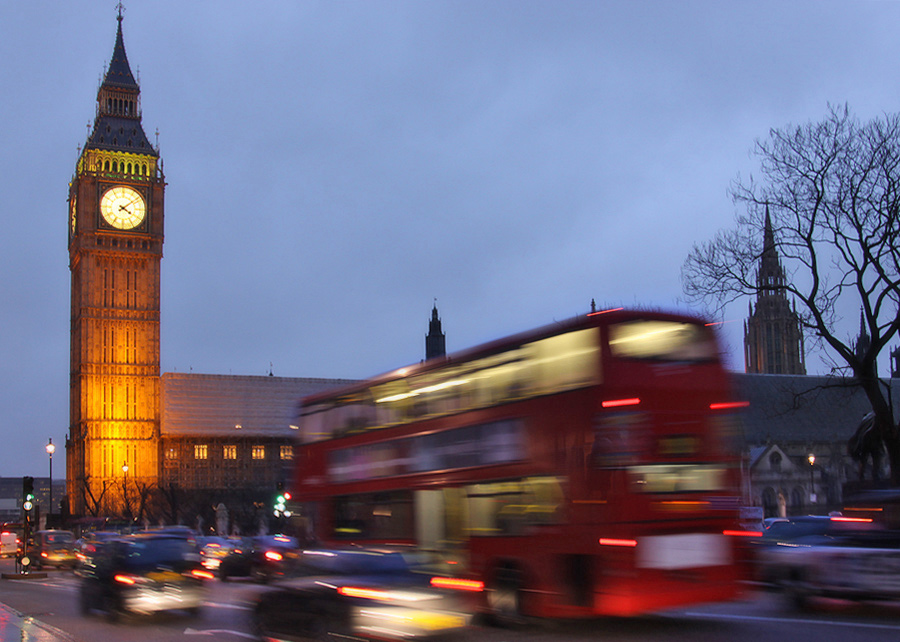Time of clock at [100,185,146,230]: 4:08
